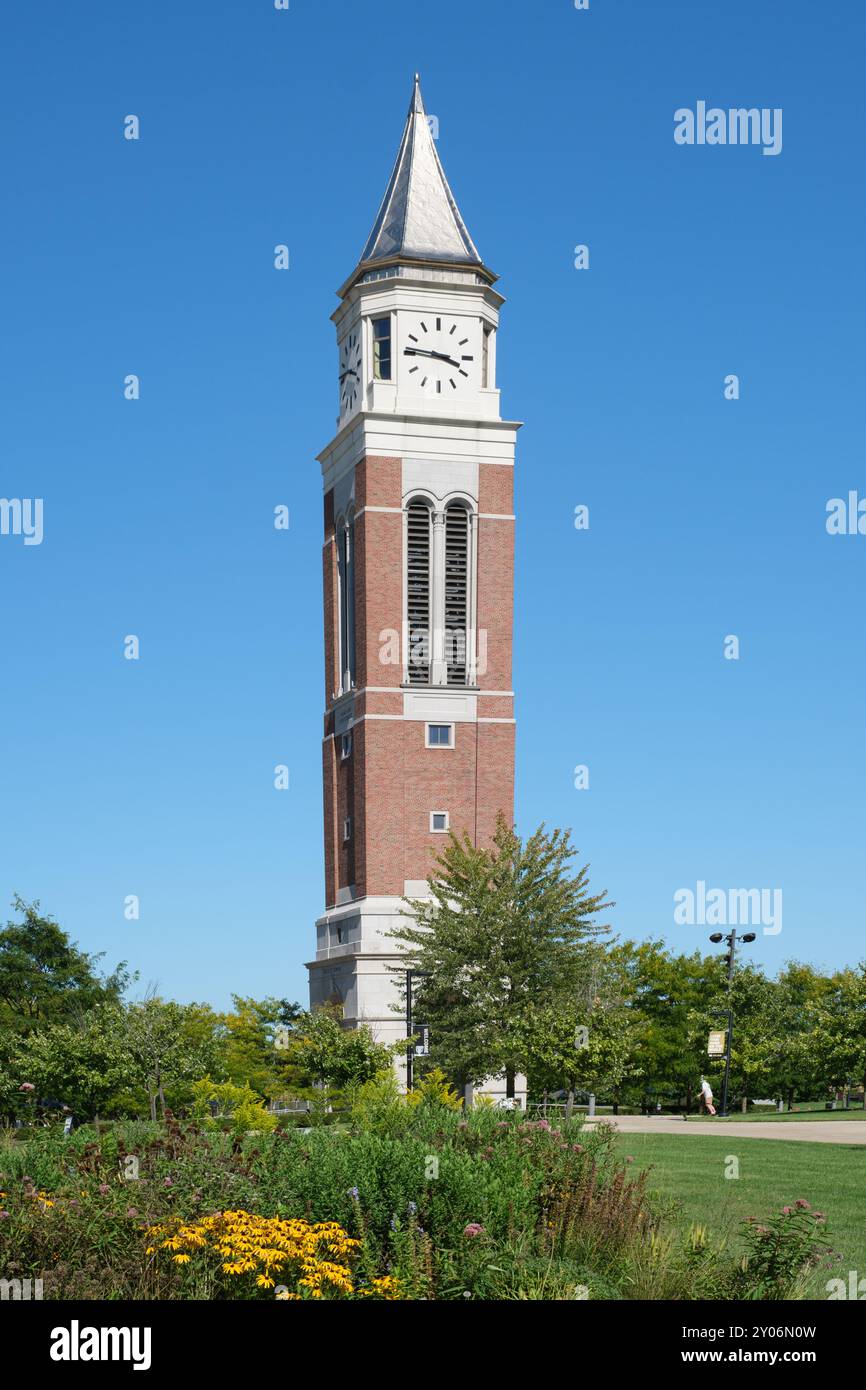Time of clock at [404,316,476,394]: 3:46
